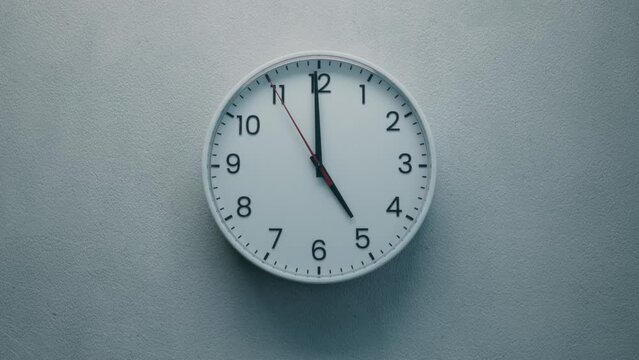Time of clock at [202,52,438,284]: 4:59
